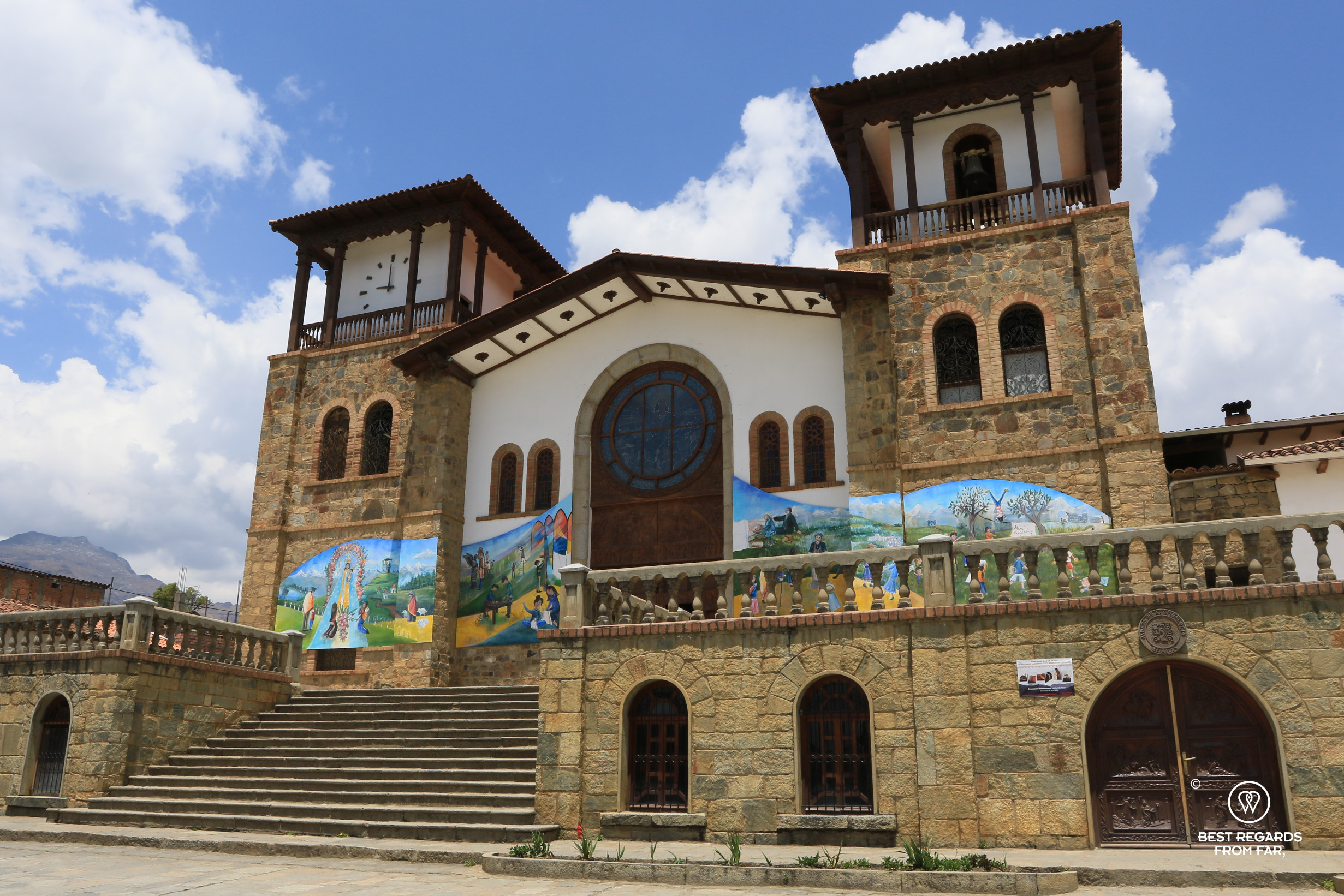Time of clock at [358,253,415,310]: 8:59
